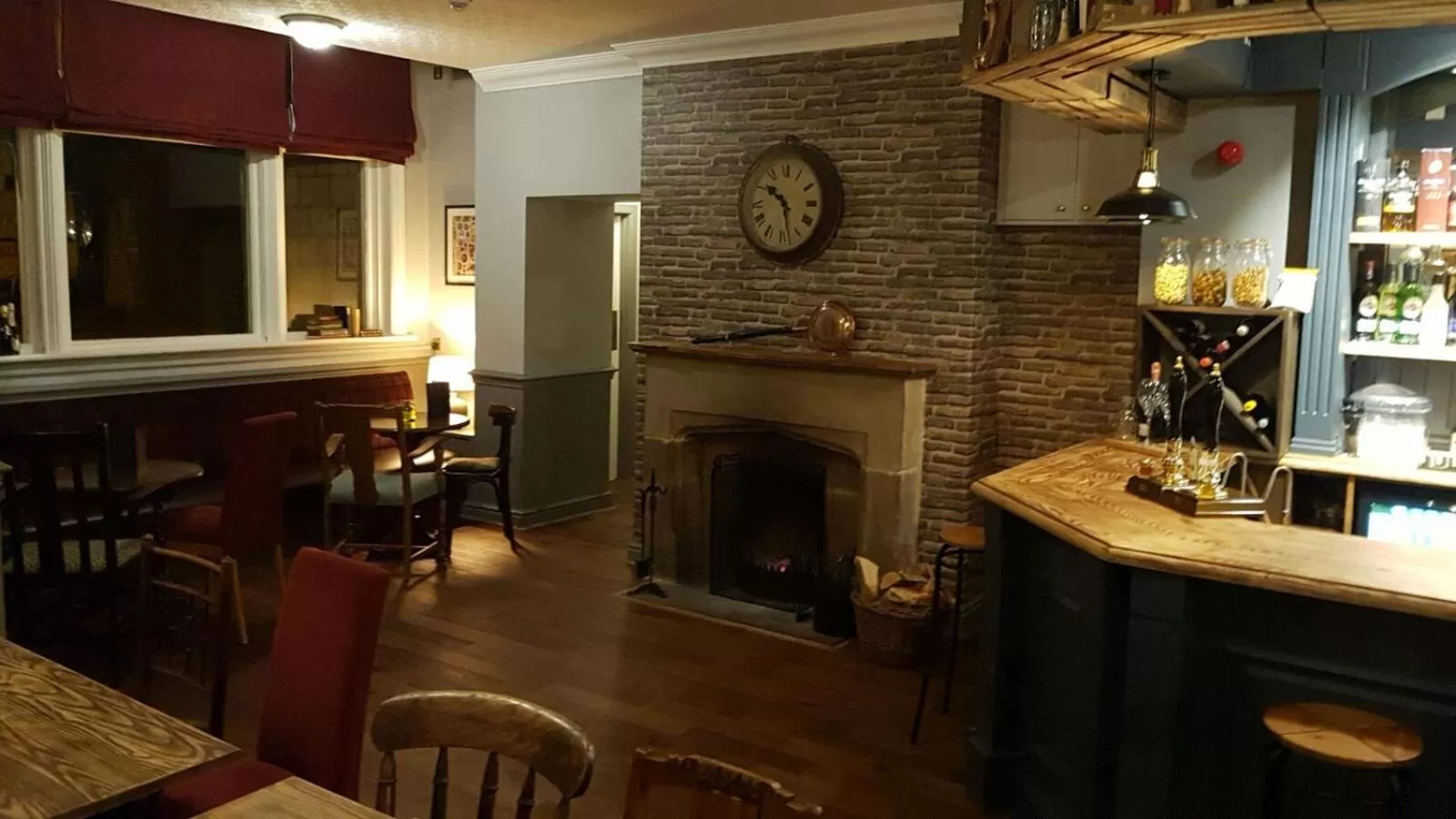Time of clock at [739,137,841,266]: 10:28
